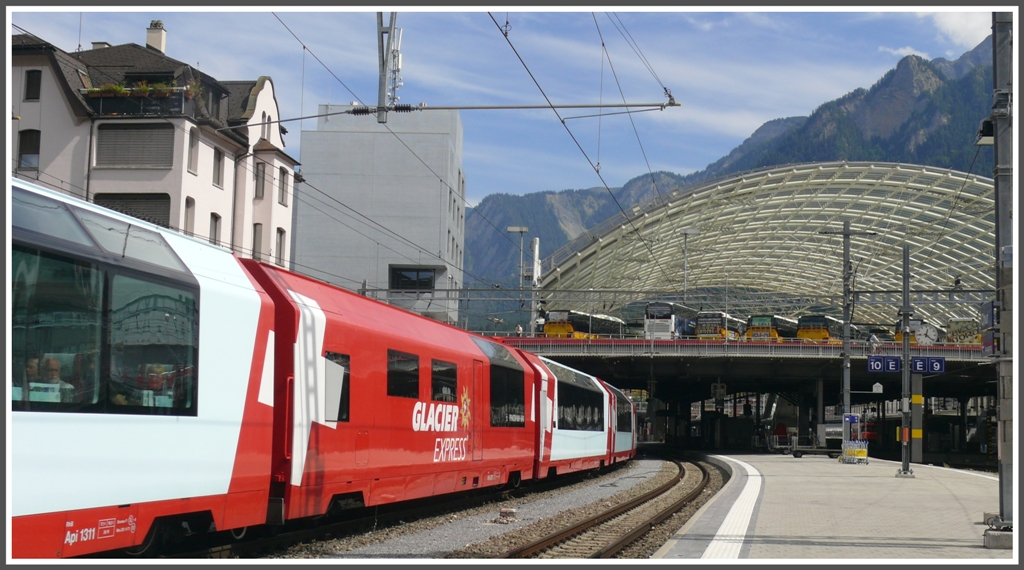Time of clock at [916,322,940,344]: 12:21
